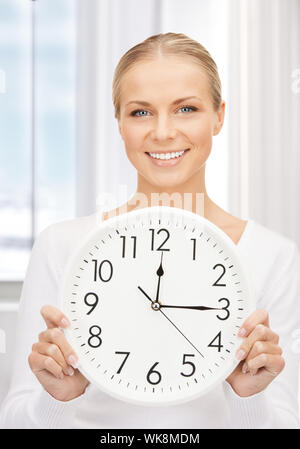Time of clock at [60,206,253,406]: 12:15
